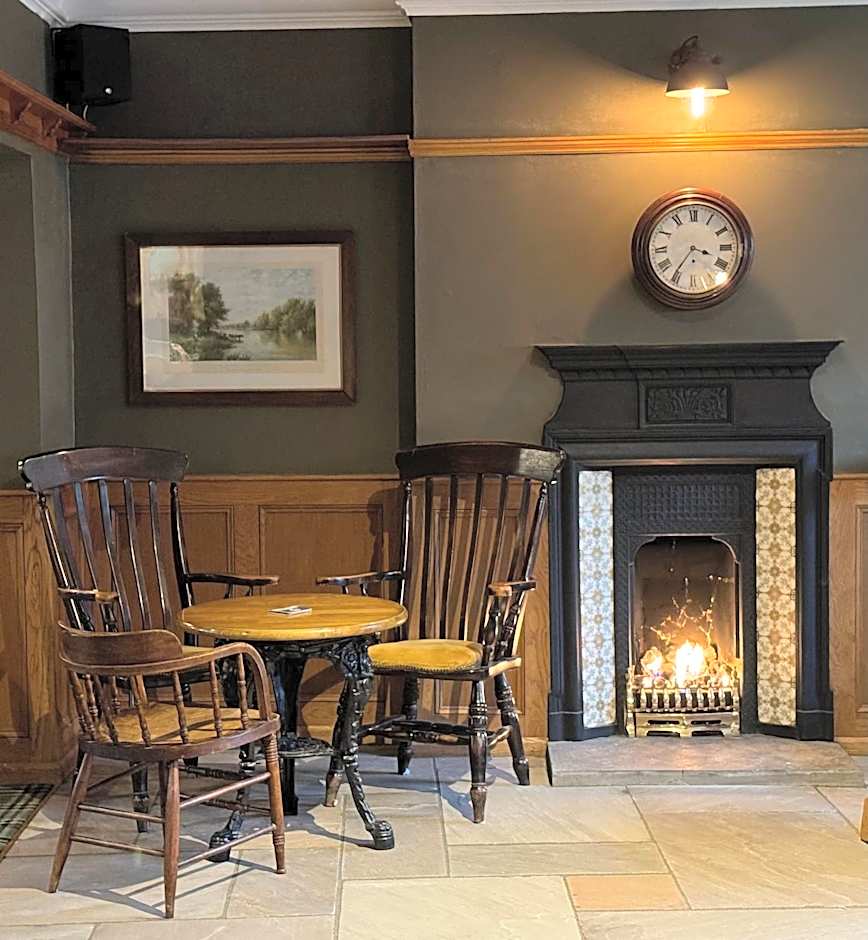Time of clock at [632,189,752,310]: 3:35
